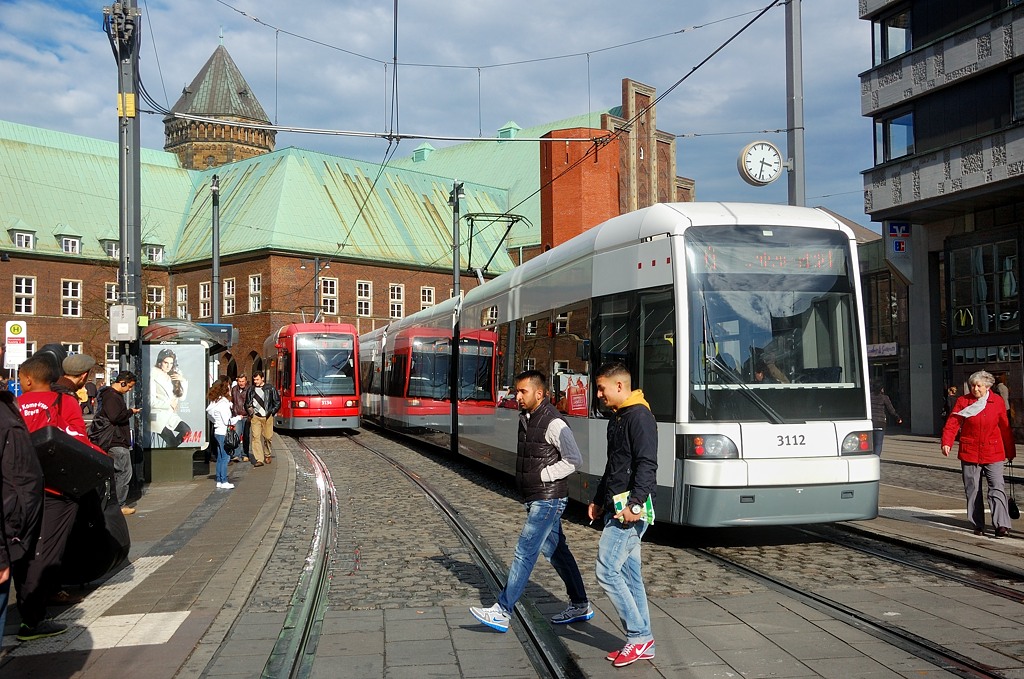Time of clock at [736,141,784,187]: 3:32
